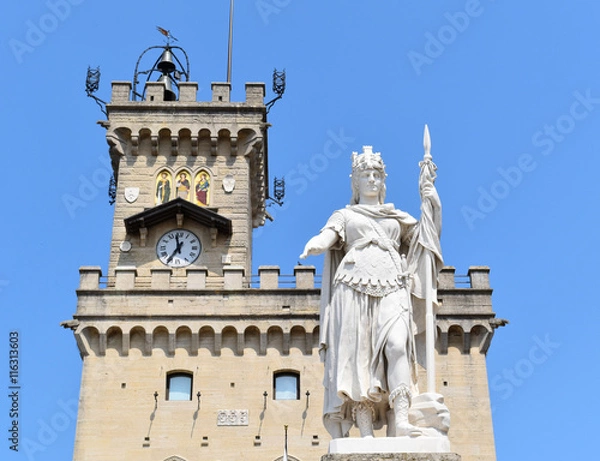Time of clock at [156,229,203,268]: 11:35
